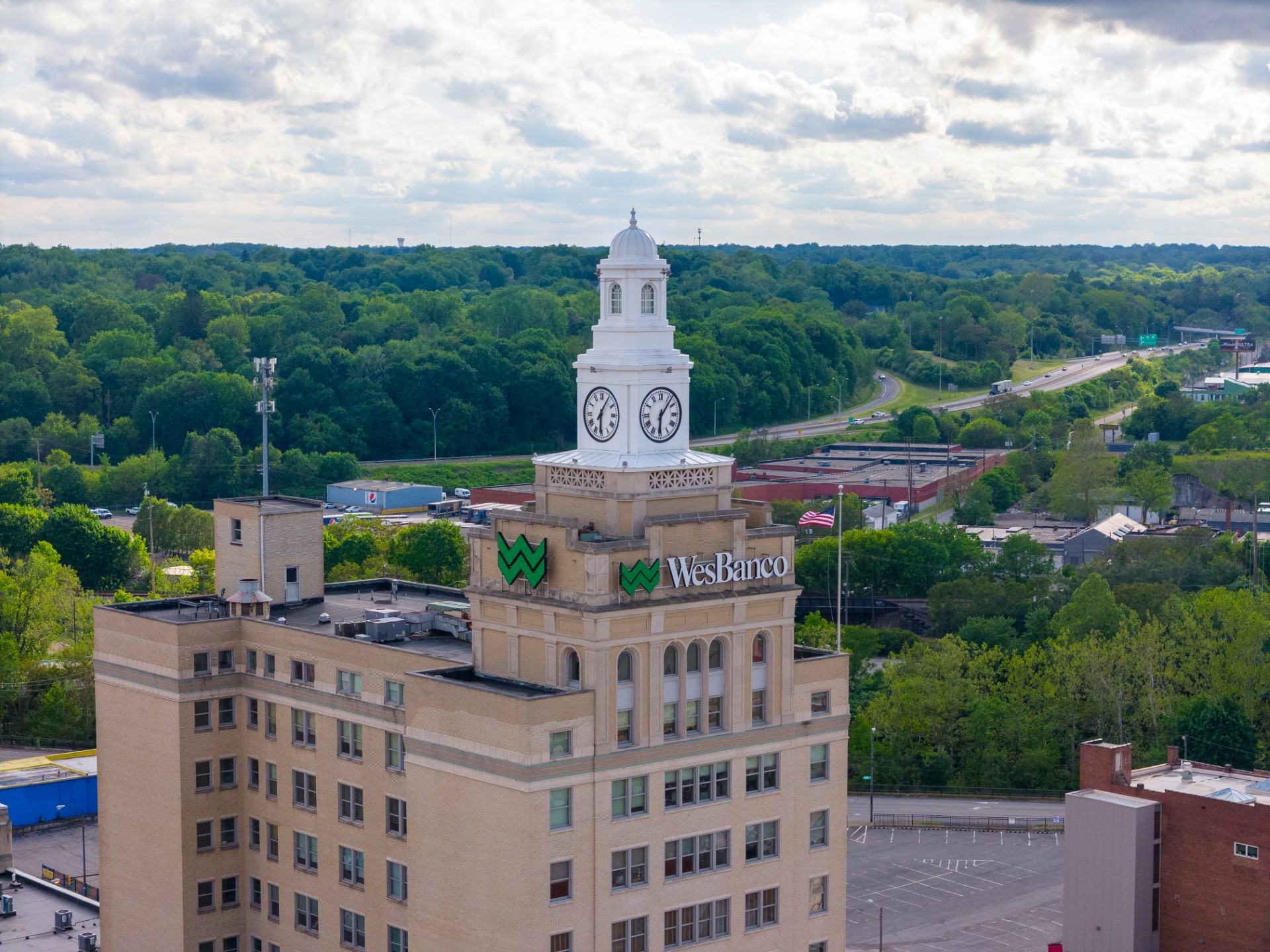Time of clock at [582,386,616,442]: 6:05
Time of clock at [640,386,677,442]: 6:06
